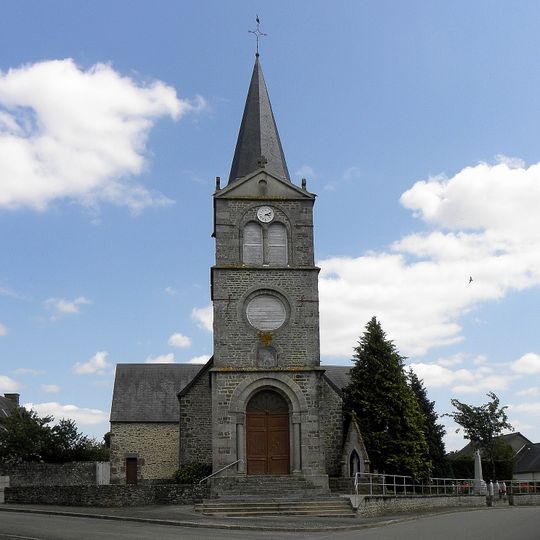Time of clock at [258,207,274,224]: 2:16
